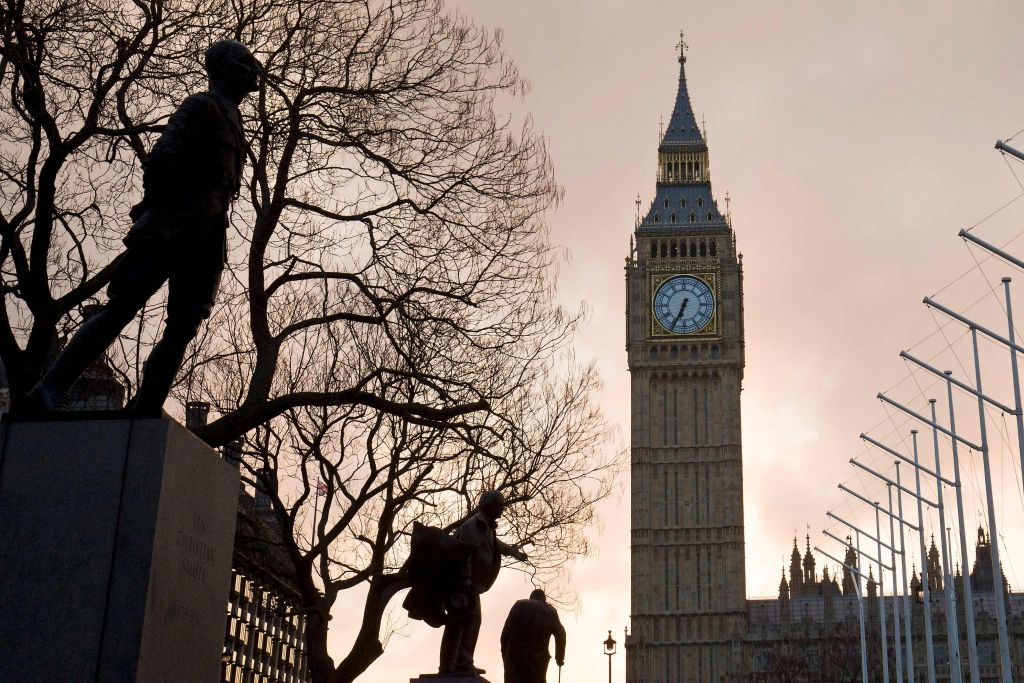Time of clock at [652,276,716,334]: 6:34
